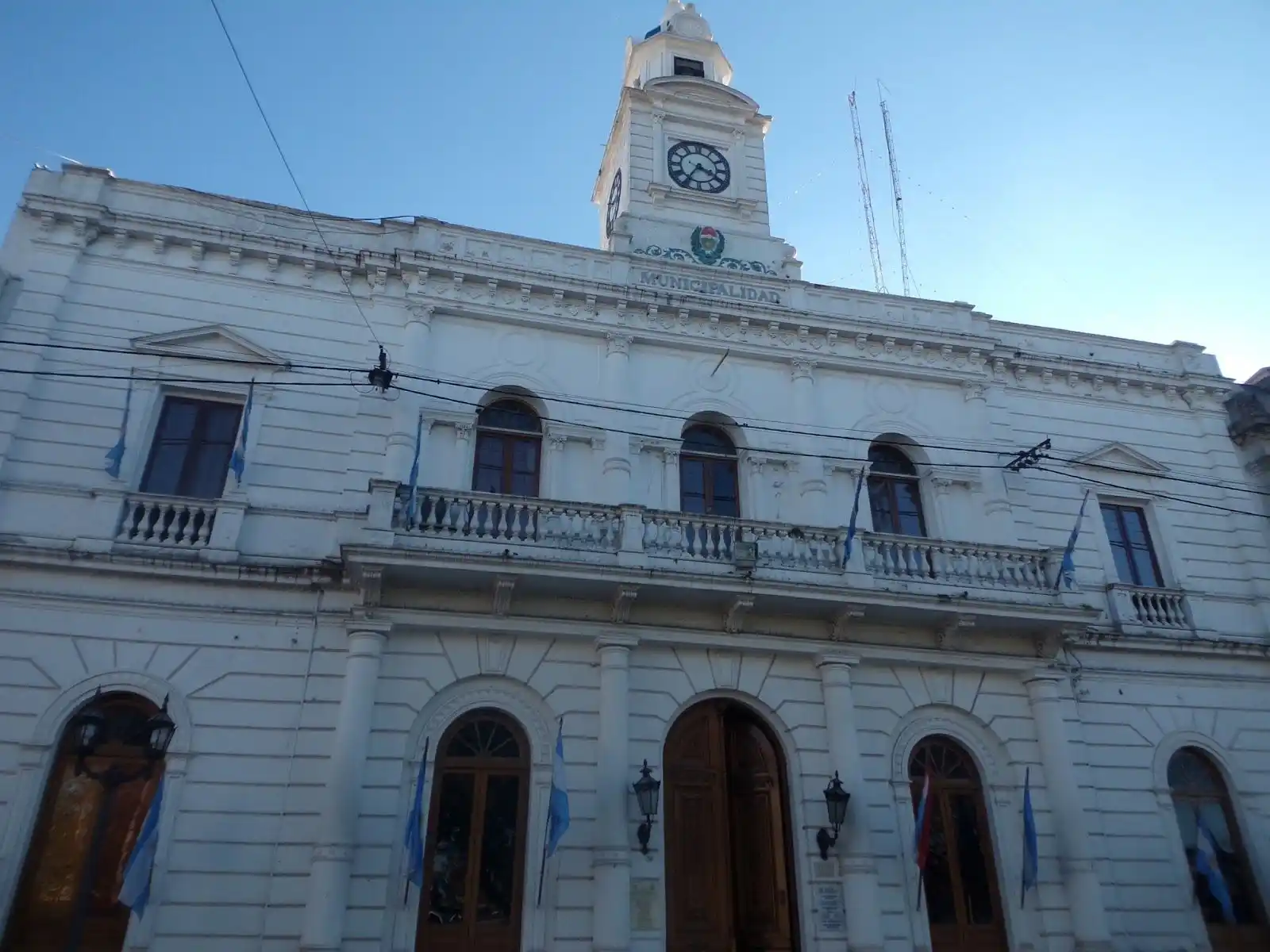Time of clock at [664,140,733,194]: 3:35
